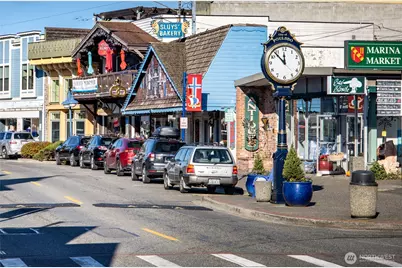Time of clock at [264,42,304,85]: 11:53
